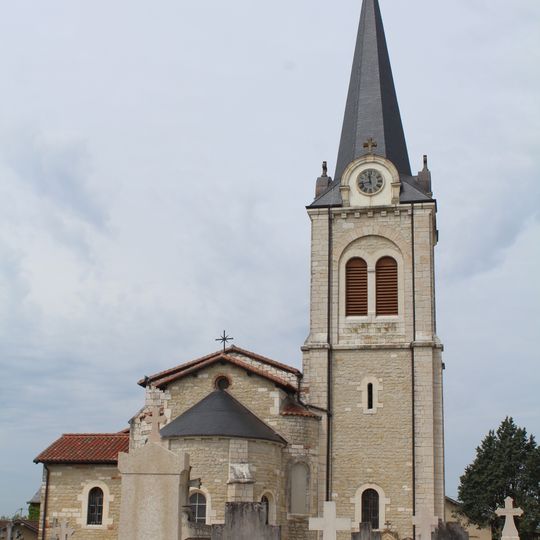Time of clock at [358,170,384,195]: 11:42
